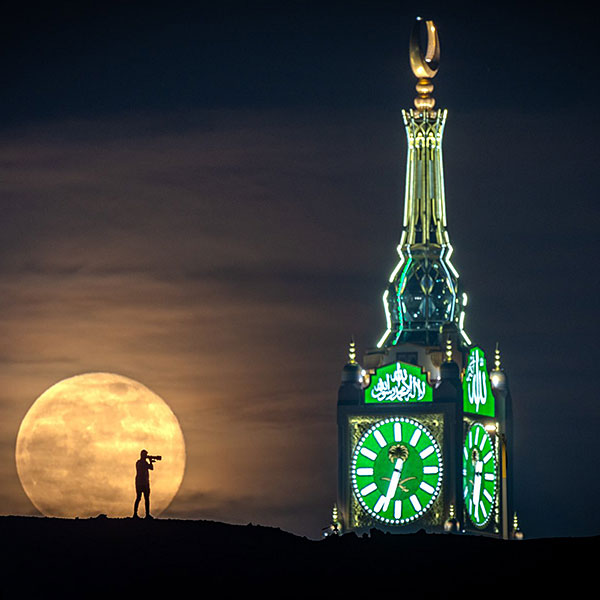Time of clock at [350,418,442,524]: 12:33
